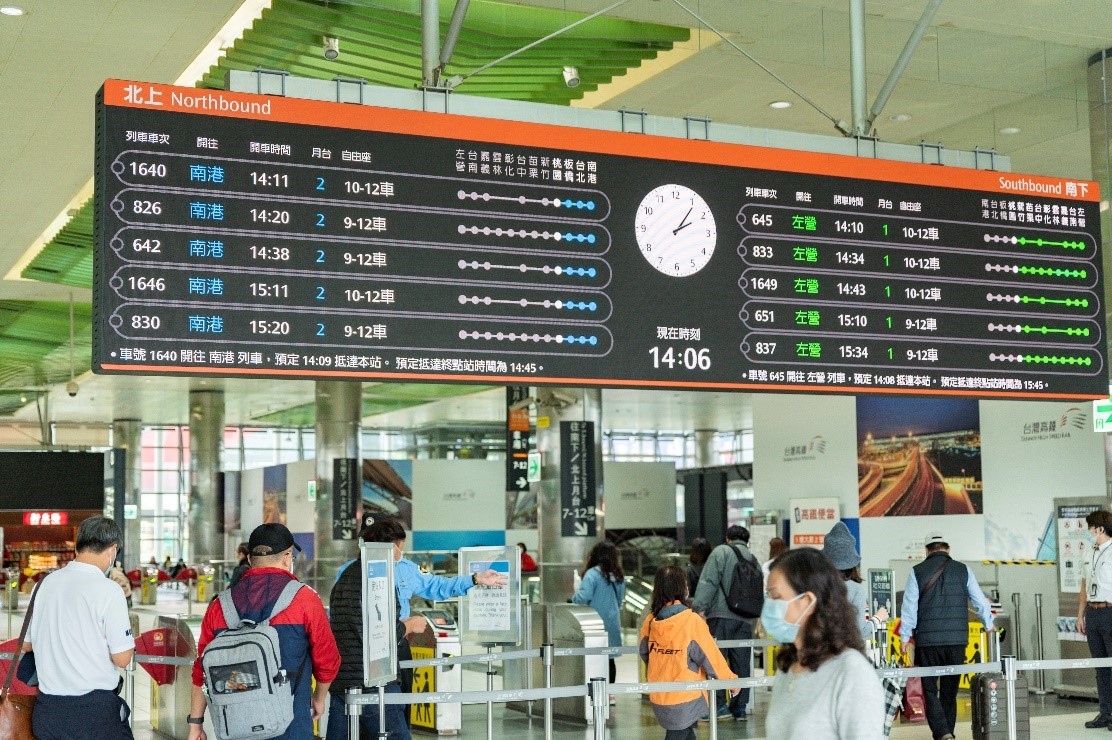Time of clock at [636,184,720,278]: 2:06
